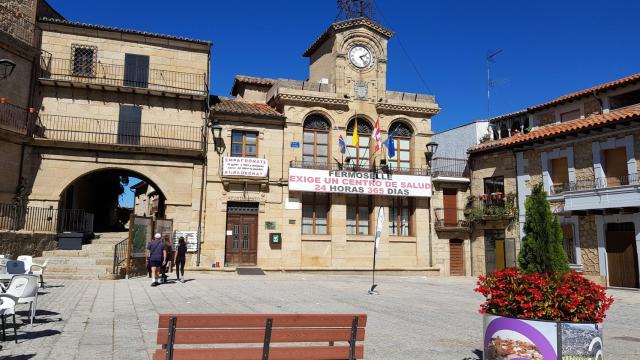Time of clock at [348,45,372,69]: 2:23
